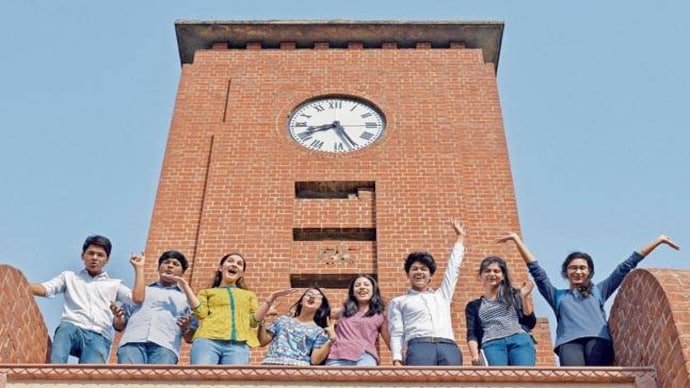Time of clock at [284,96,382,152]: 8:25
